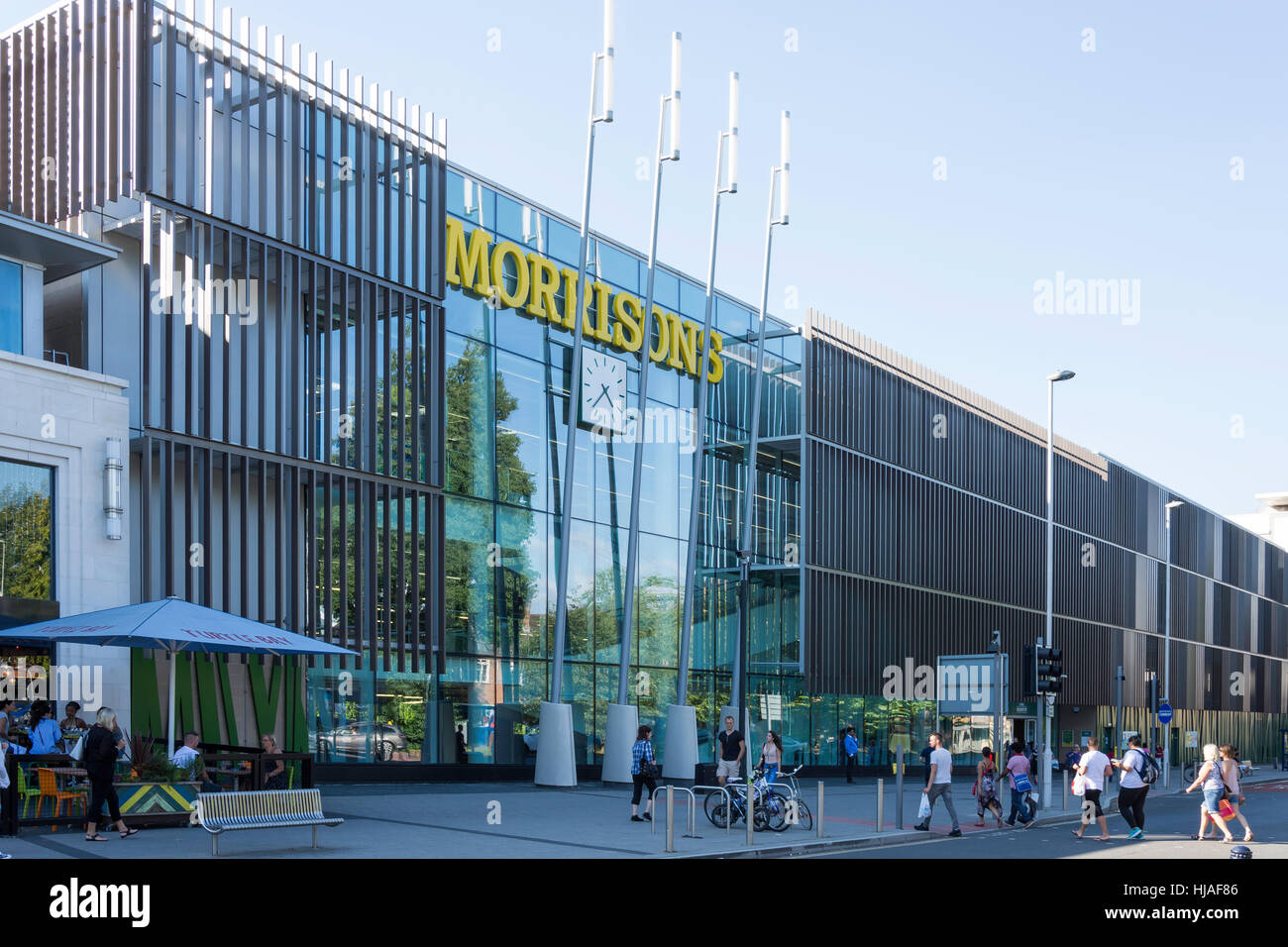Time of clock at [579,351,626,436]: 4:37
